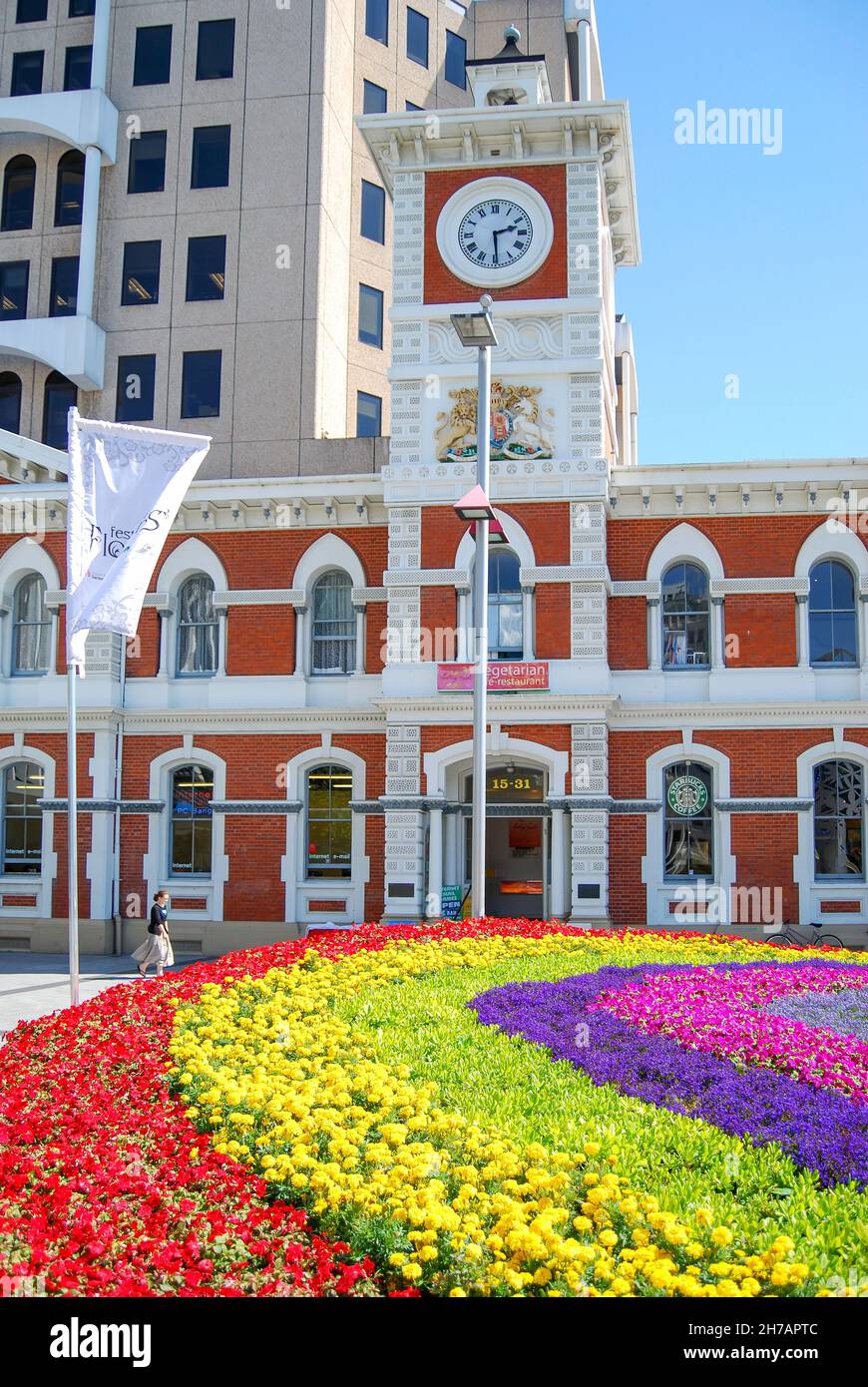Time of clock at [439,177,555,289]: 2:29
